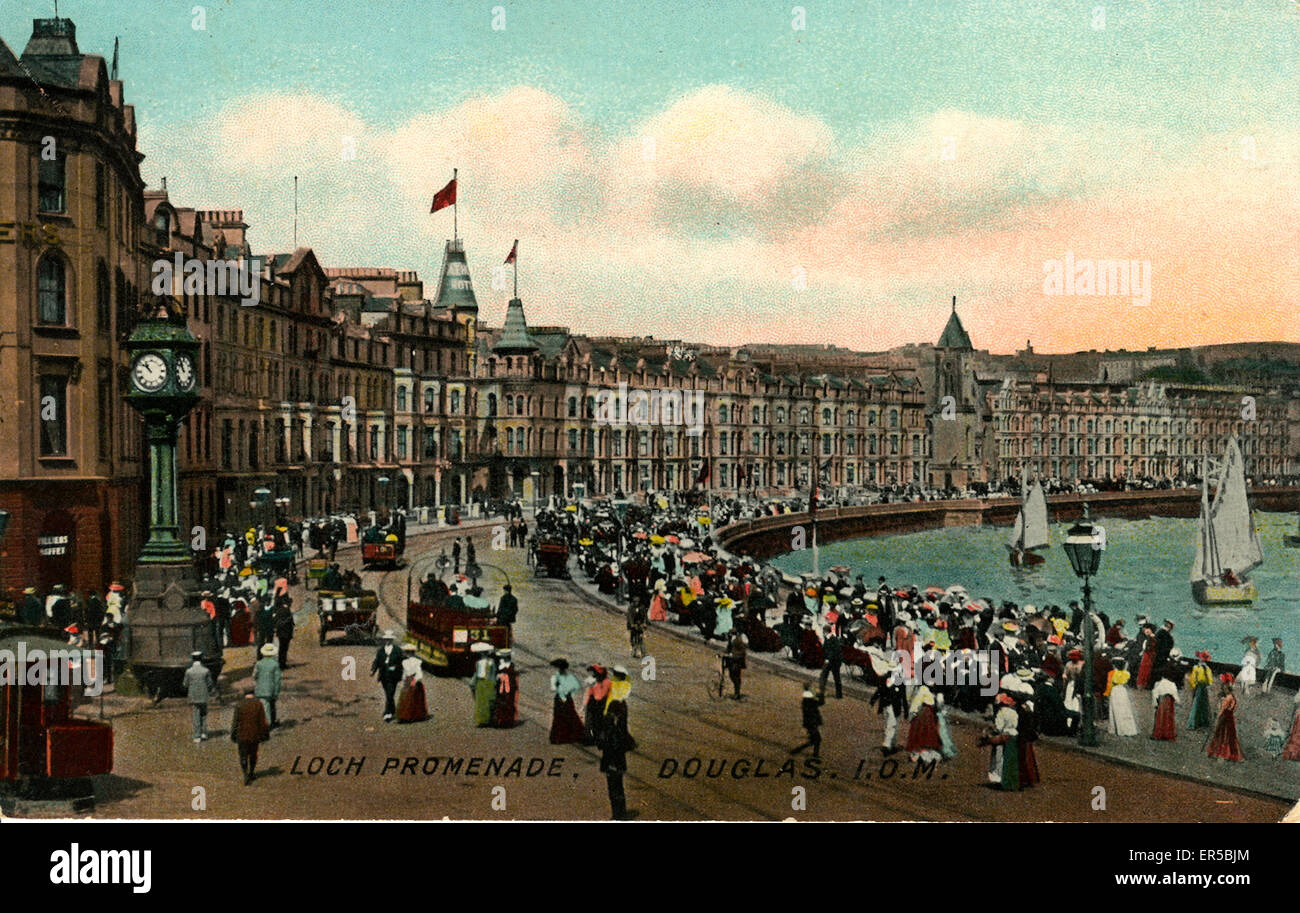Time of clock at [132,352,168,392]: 10:51
